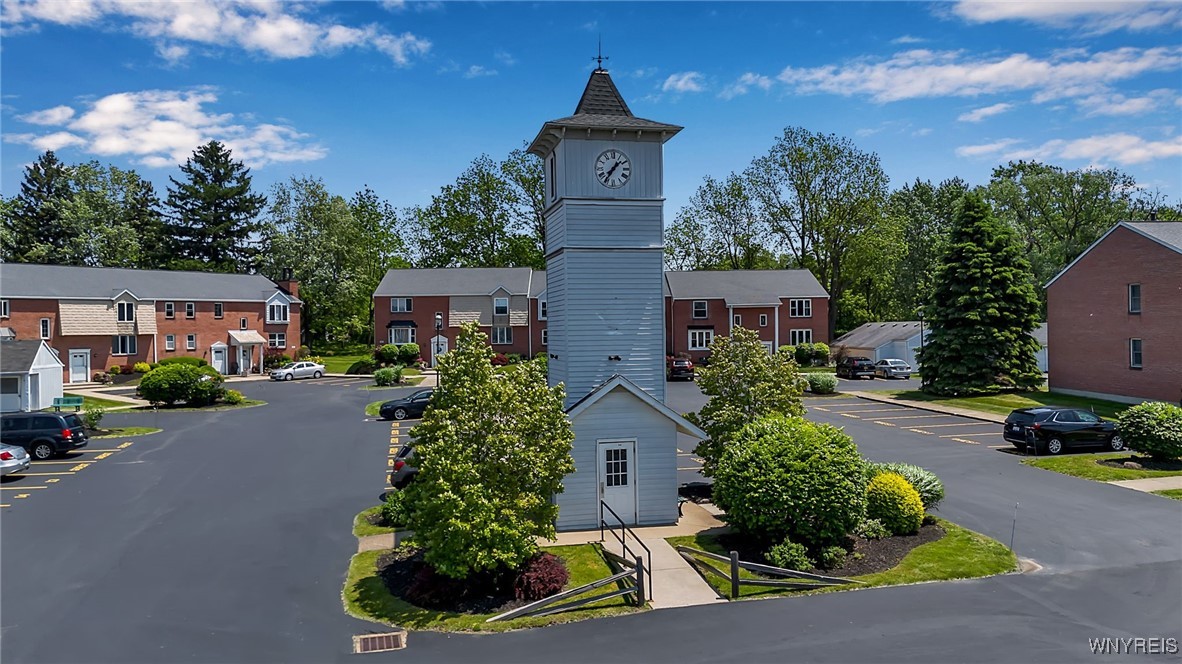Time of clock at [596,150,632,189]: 1:35
